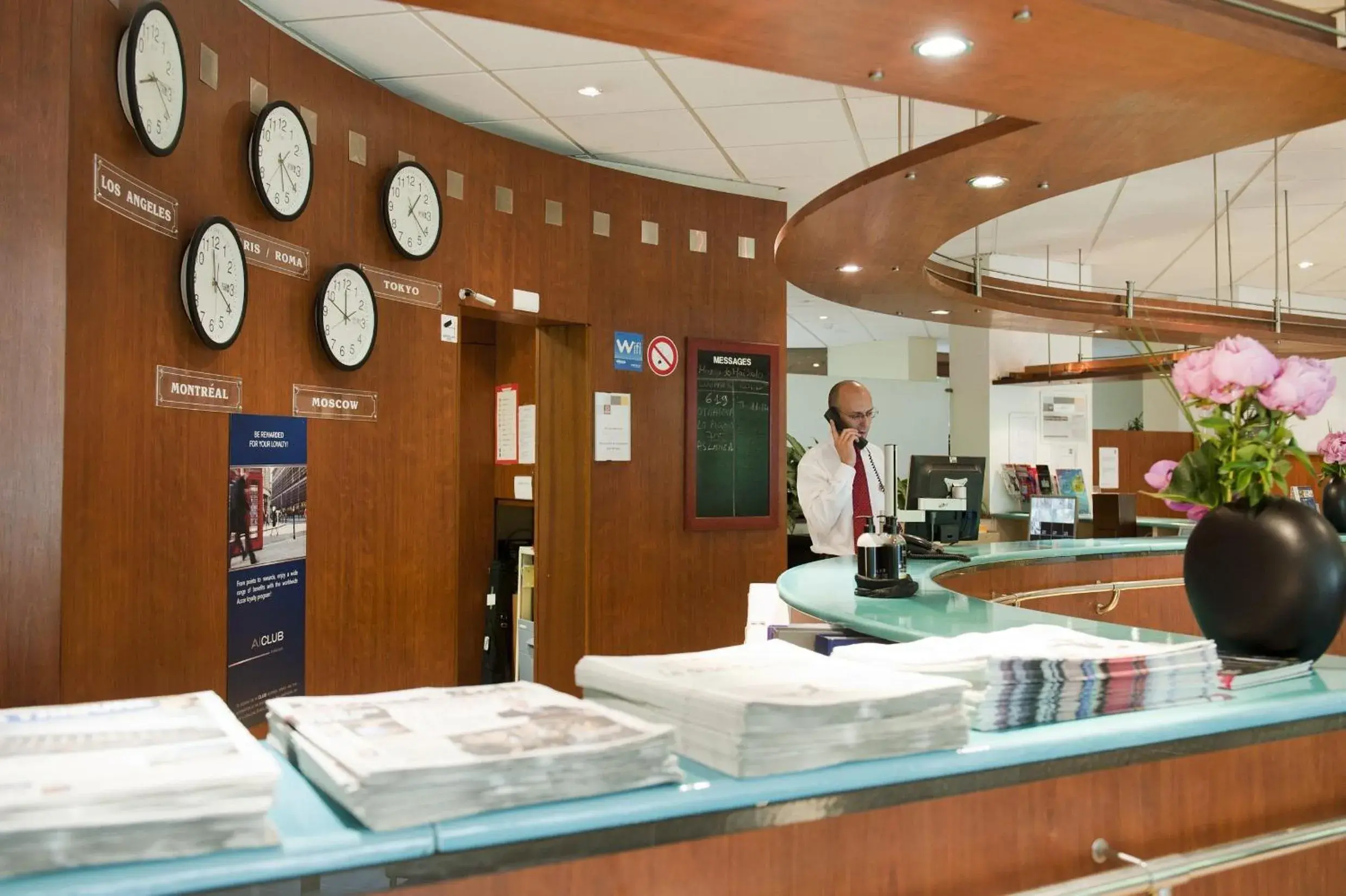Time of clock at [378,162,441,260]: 1:21
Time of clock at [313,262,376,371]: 11:48
